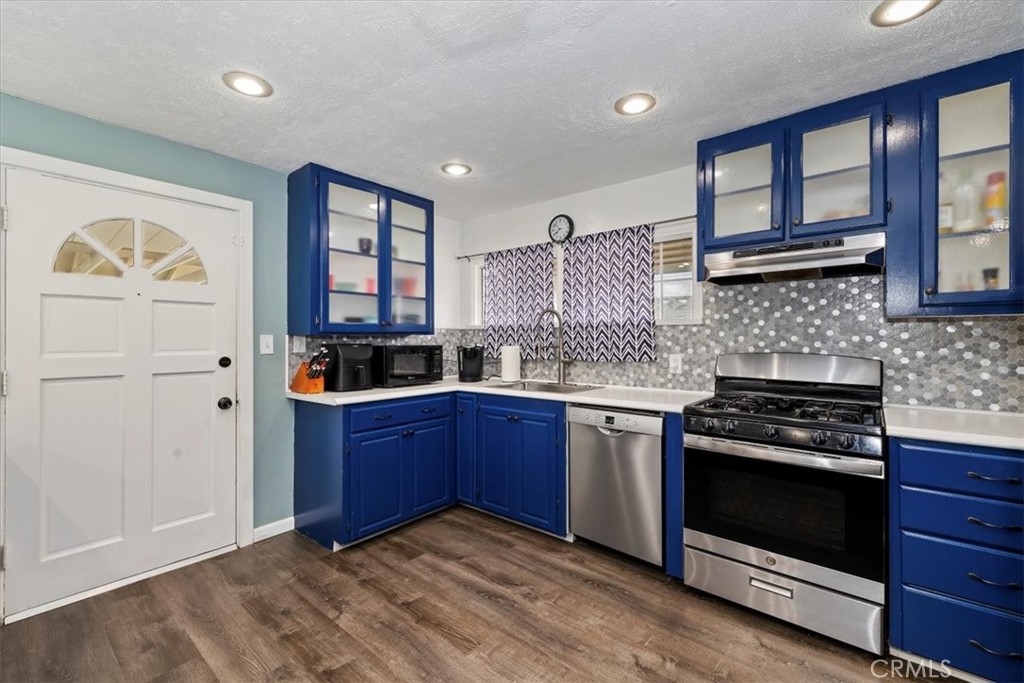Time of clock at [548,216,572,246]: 7:51
